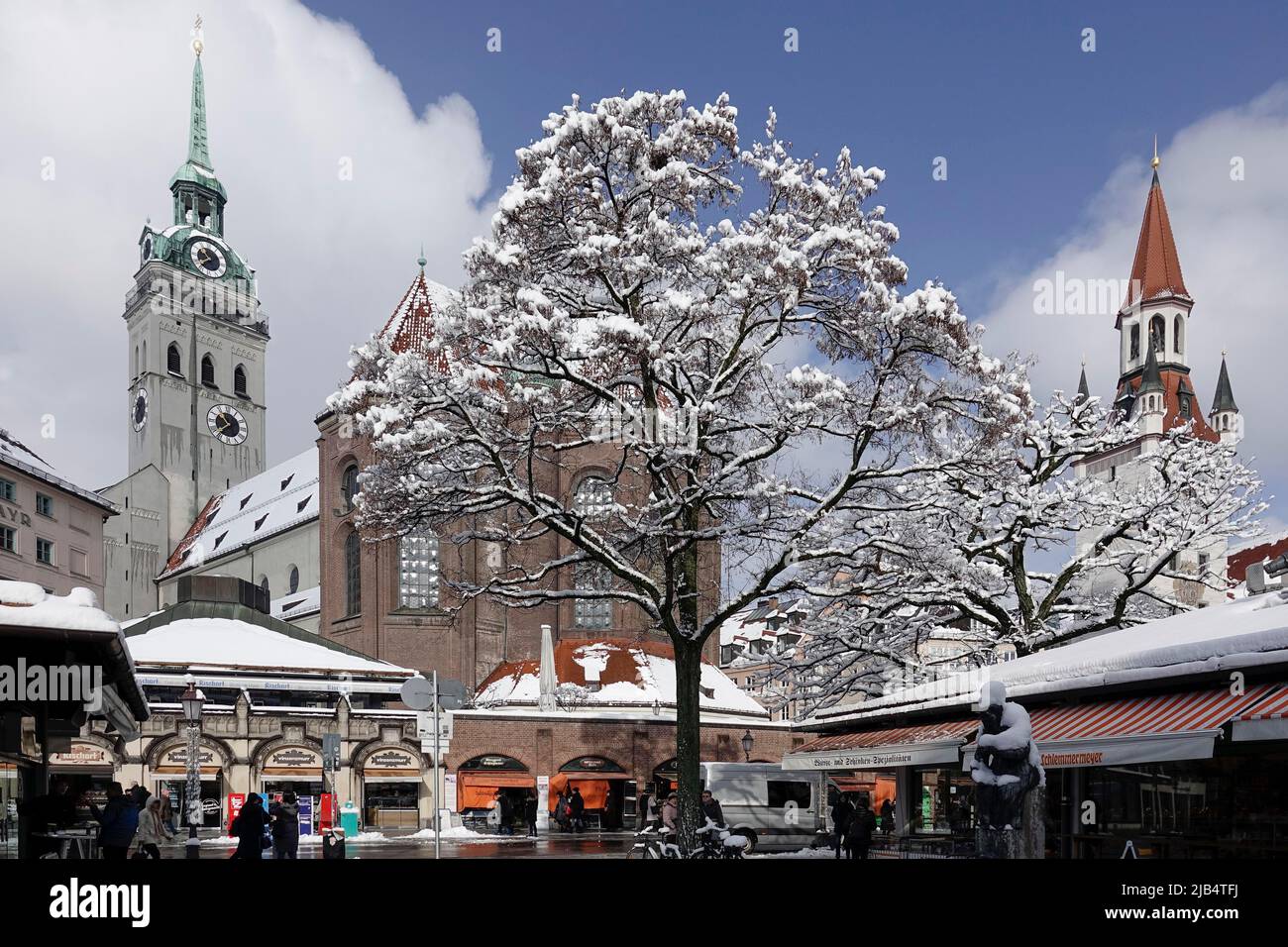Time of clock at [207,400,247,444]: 10:37
